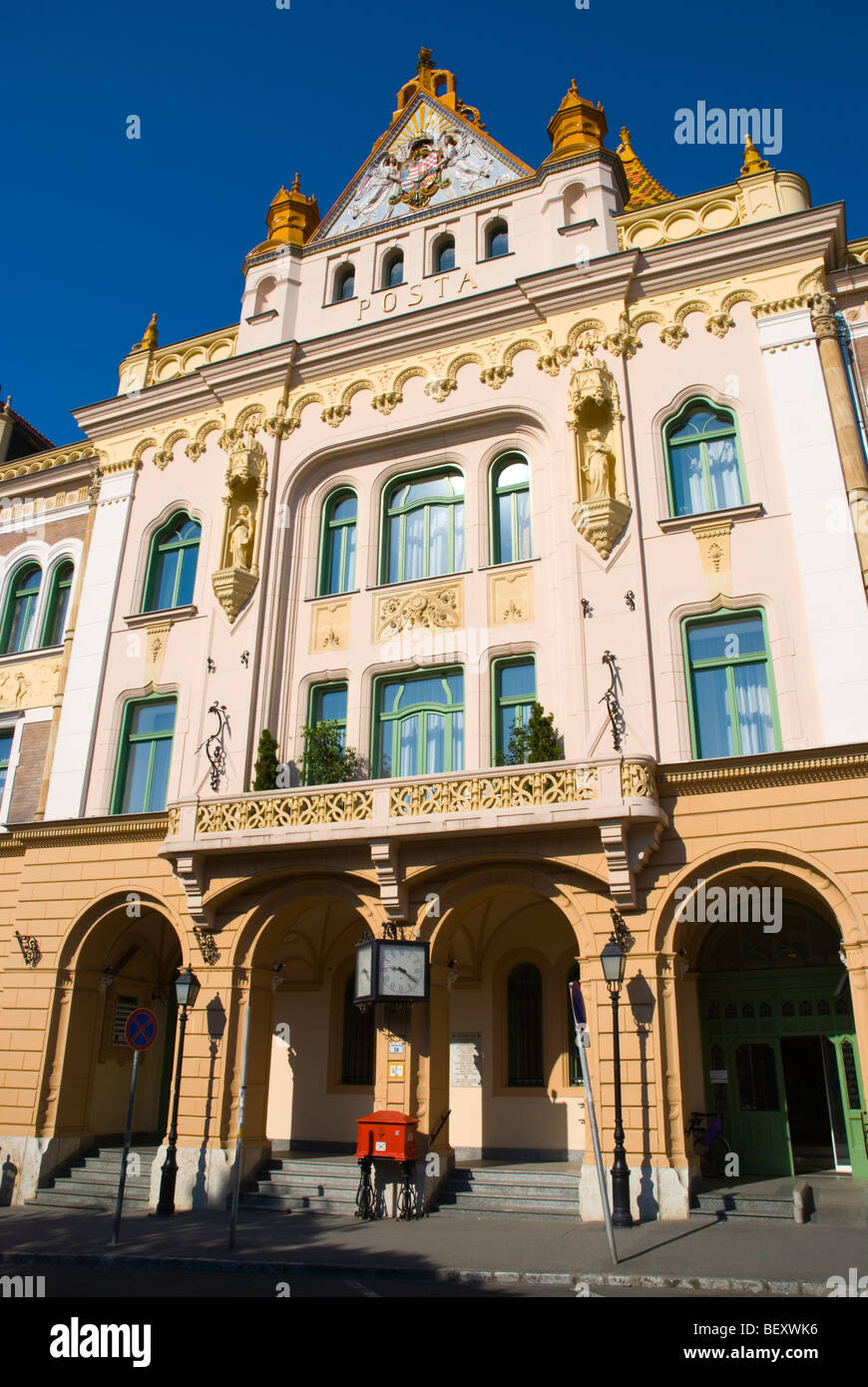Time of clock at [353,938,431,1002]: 9:20
